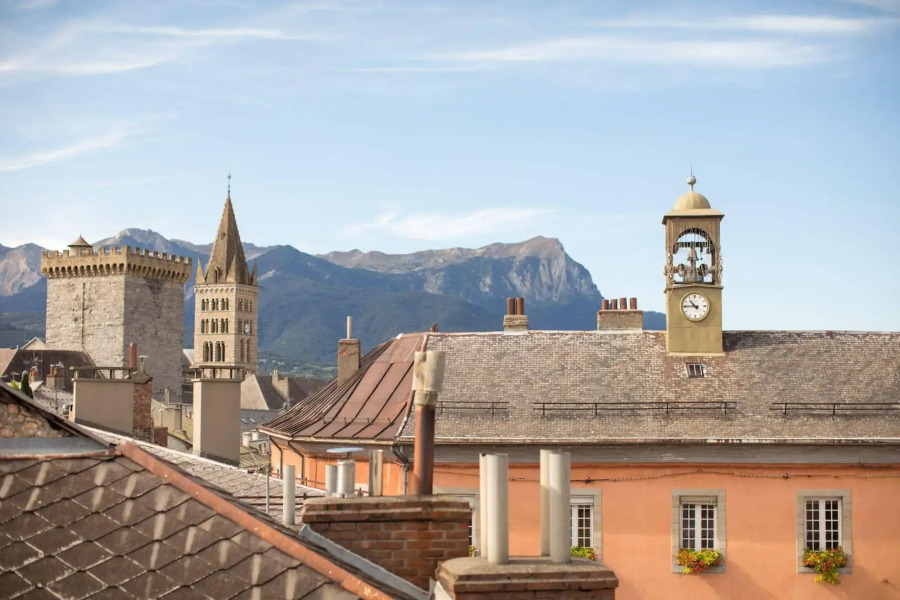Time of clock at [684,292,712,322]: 10:45
